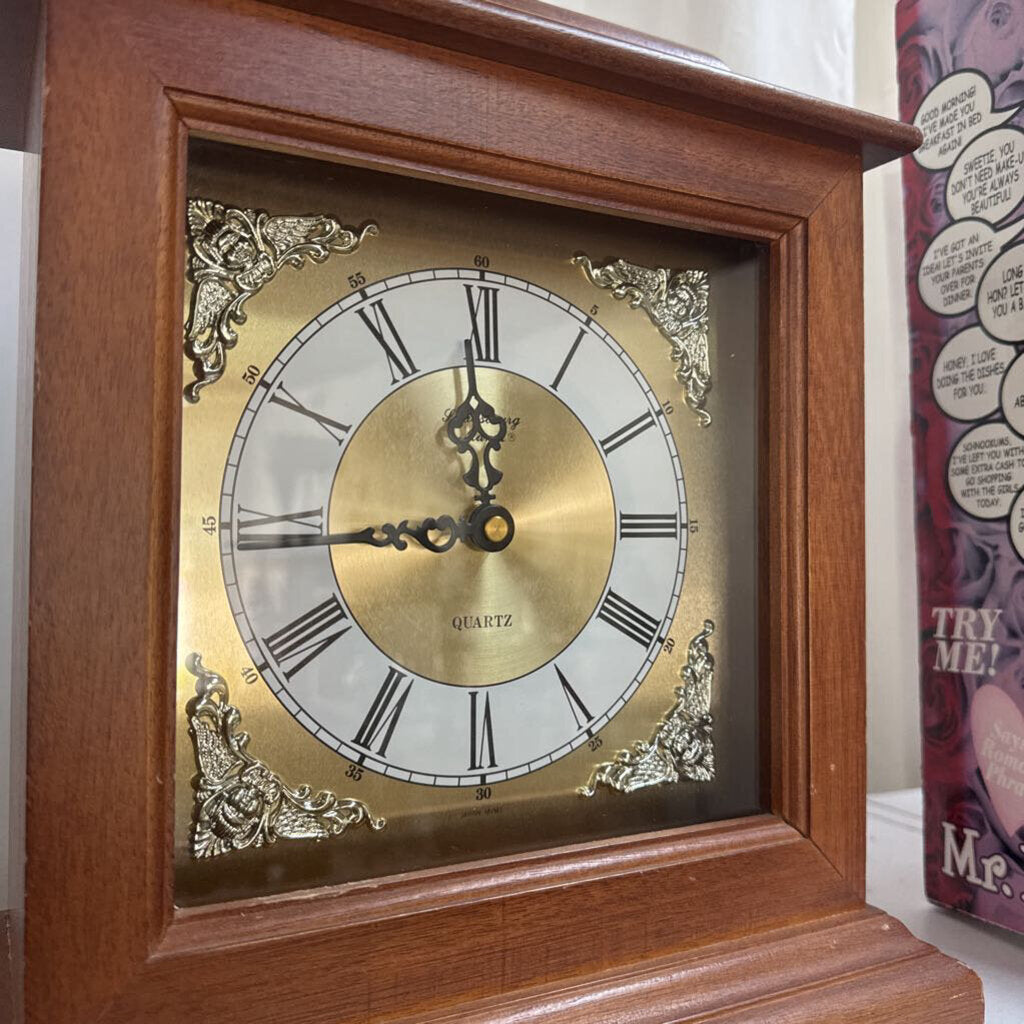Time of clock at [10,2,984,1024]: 11:44
